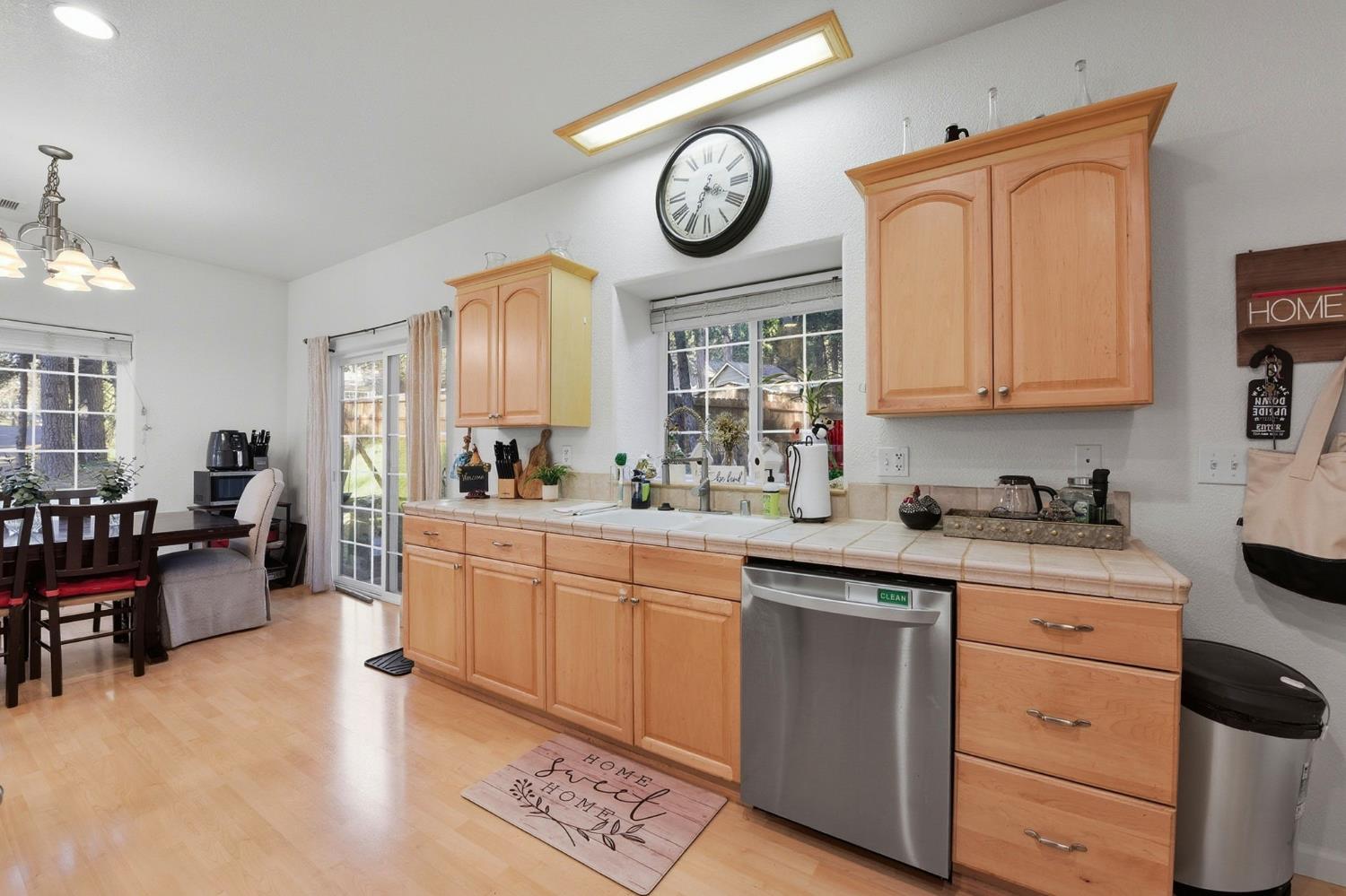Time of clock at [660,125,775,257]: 3:34
